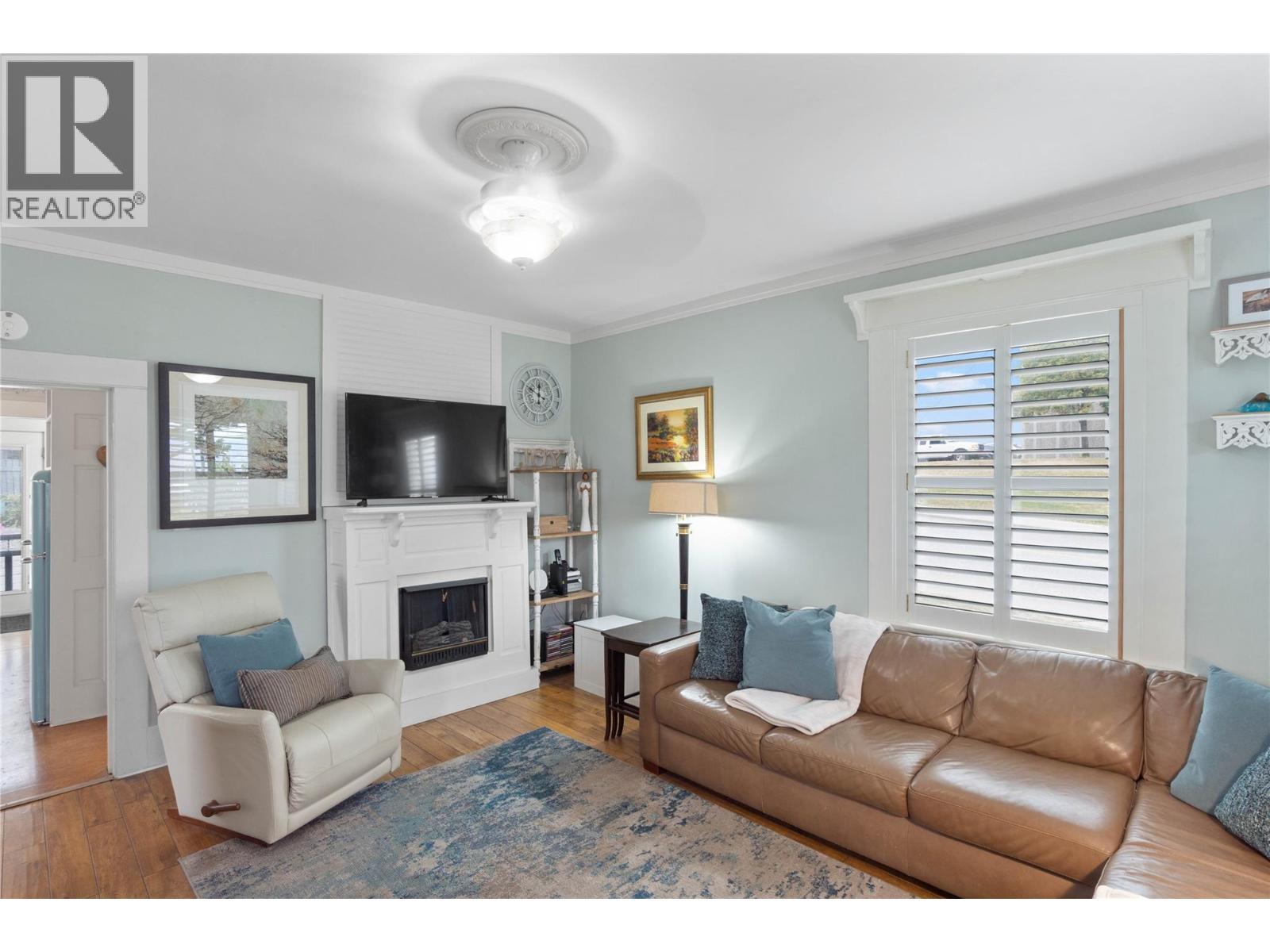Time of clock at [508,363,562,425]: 11:49
